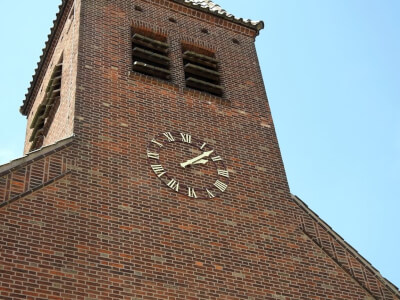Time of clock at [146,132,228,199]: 2:07
